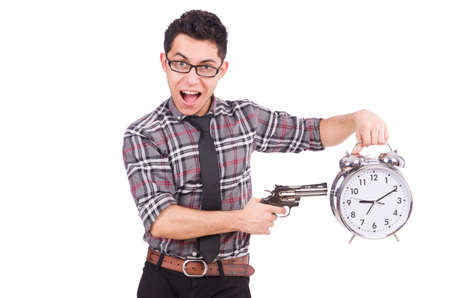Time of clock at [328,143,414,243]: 9:10
